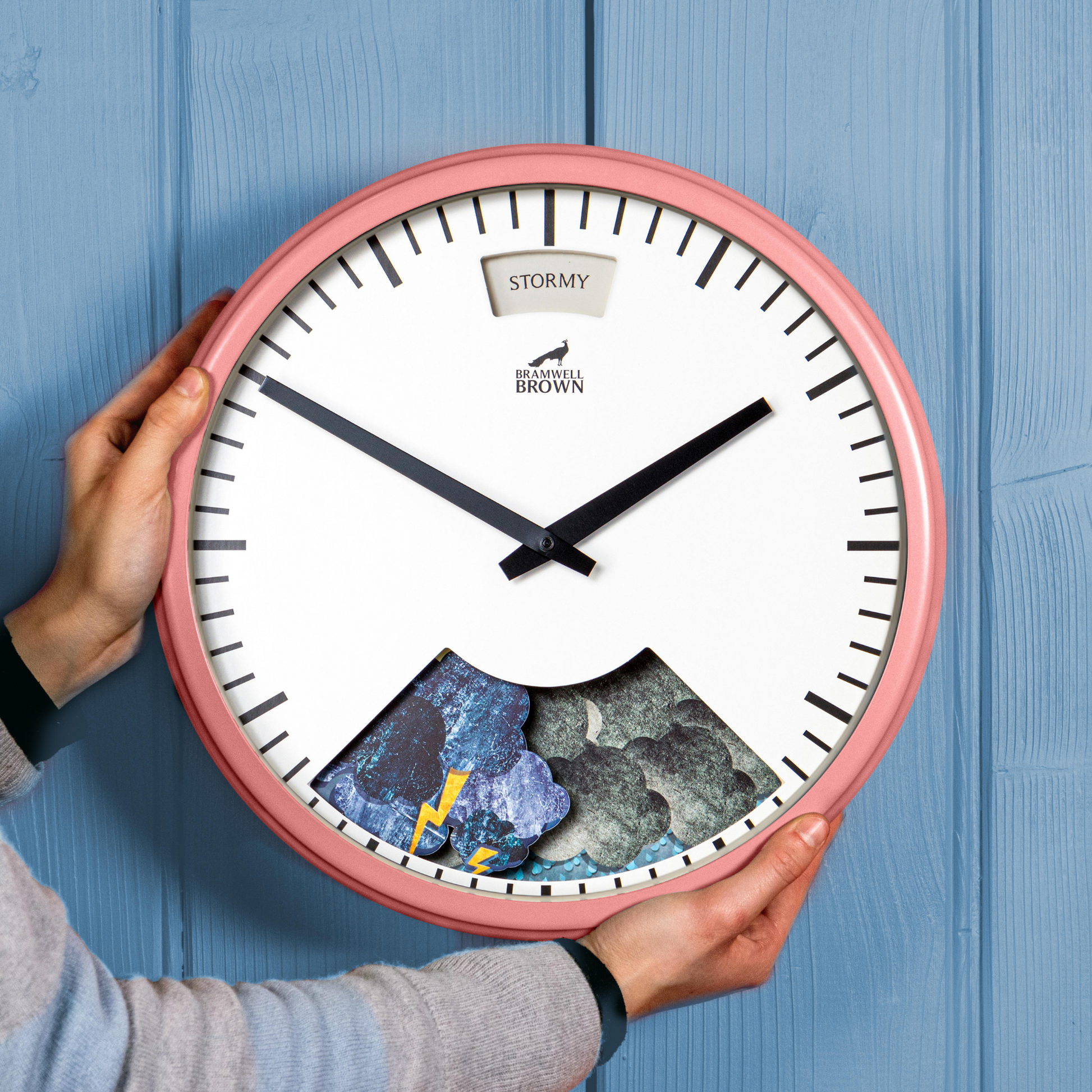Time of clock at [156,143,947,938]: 1:50
